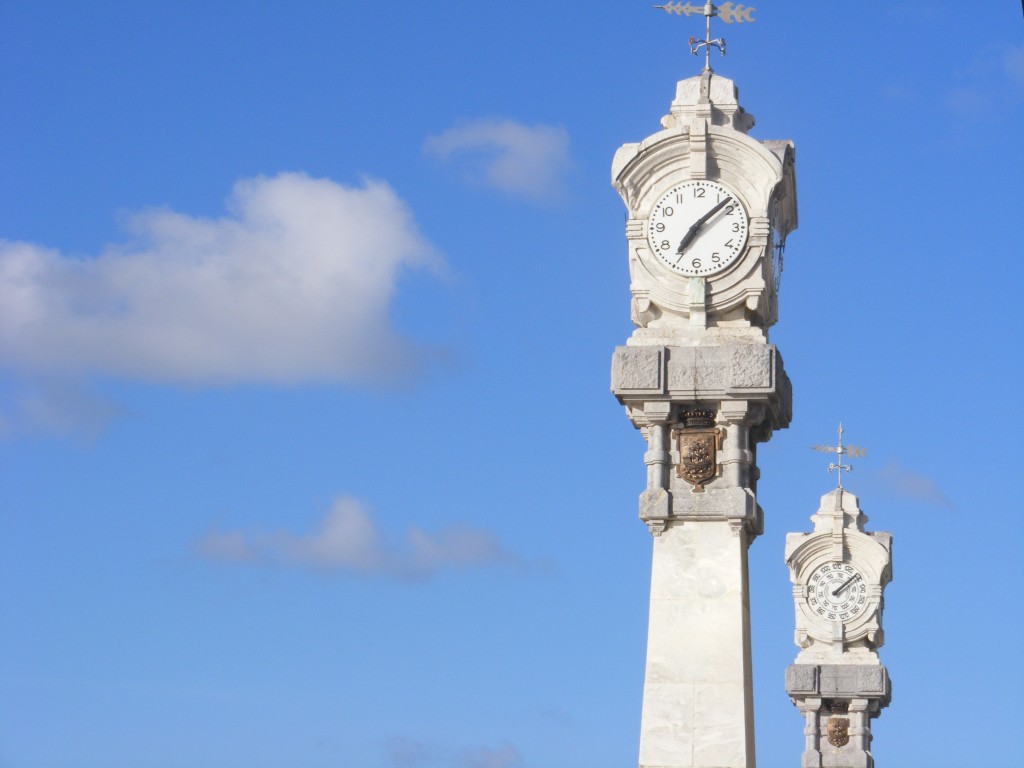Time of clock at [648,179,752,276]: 7:08
